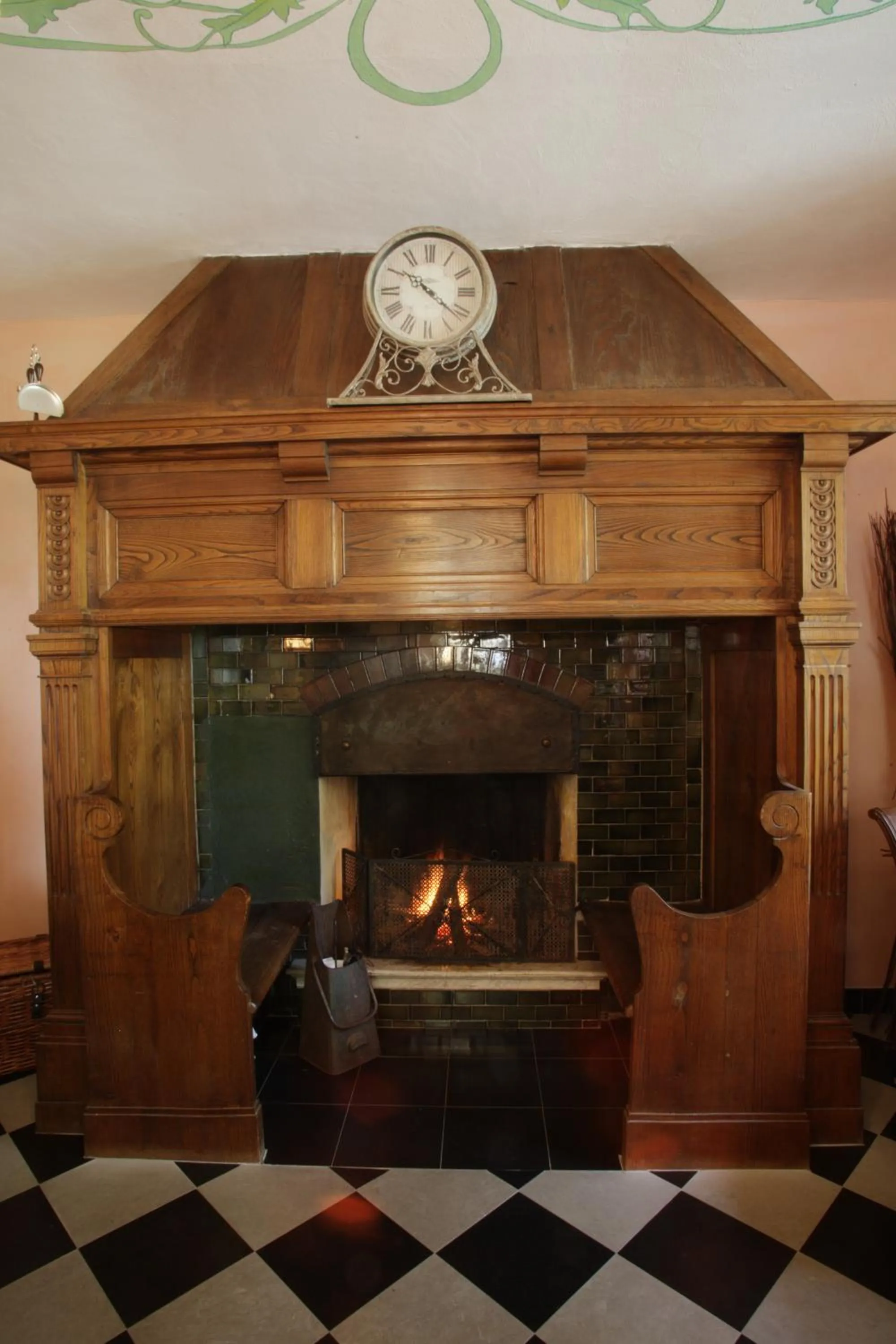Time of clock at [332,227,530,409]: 10:20
